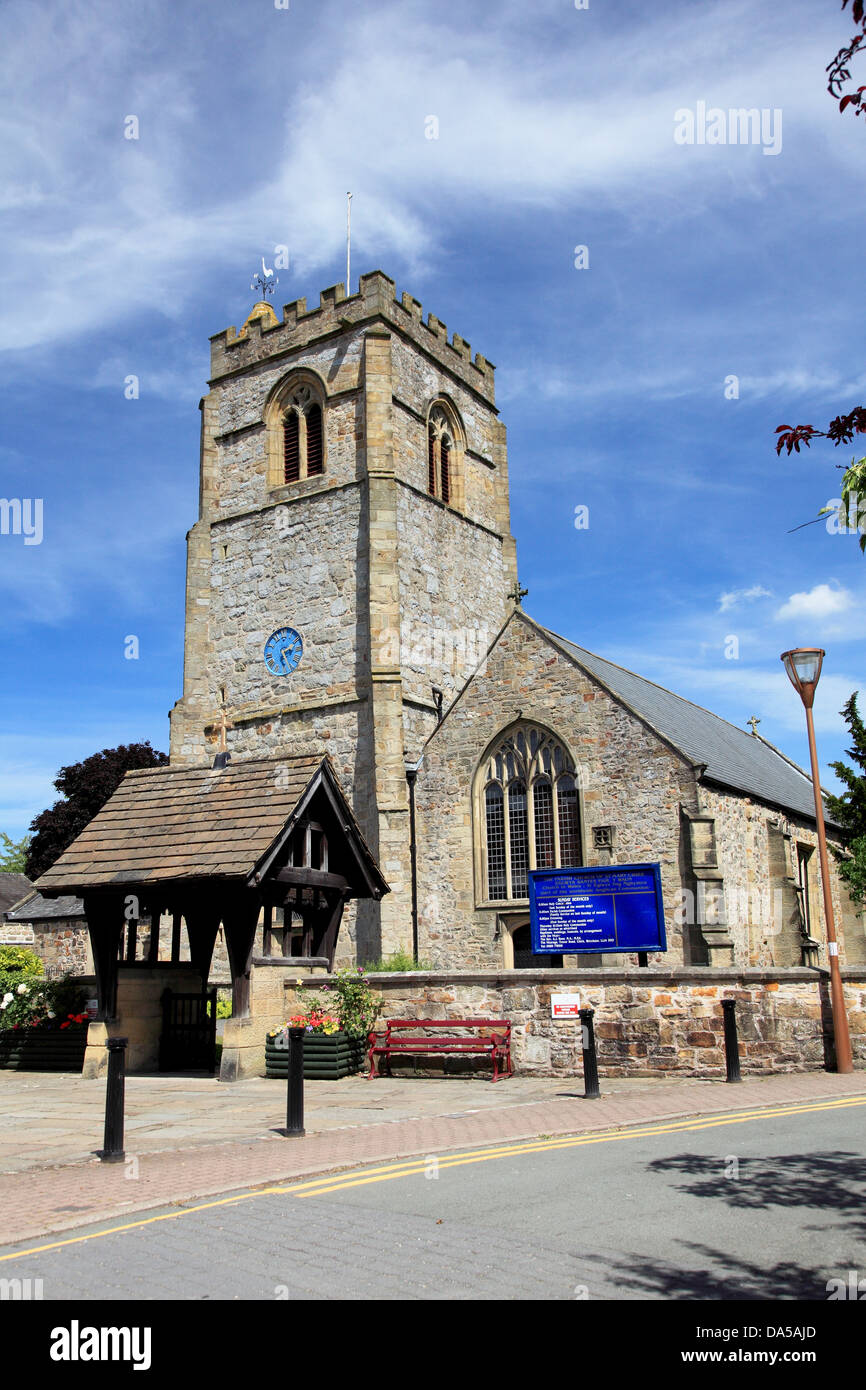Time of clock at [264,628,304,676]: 2:27
